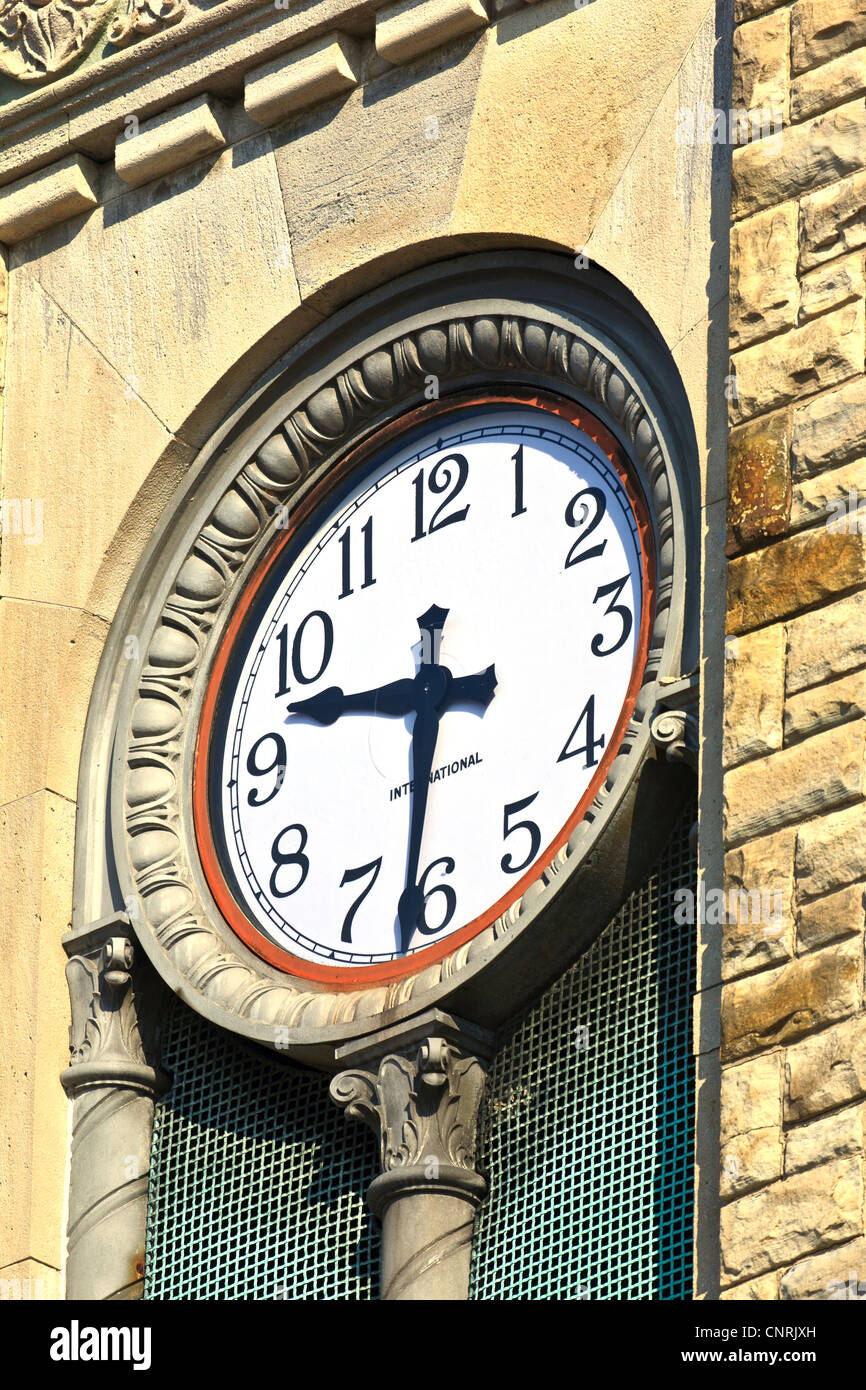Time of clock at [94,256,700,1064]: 9:31
